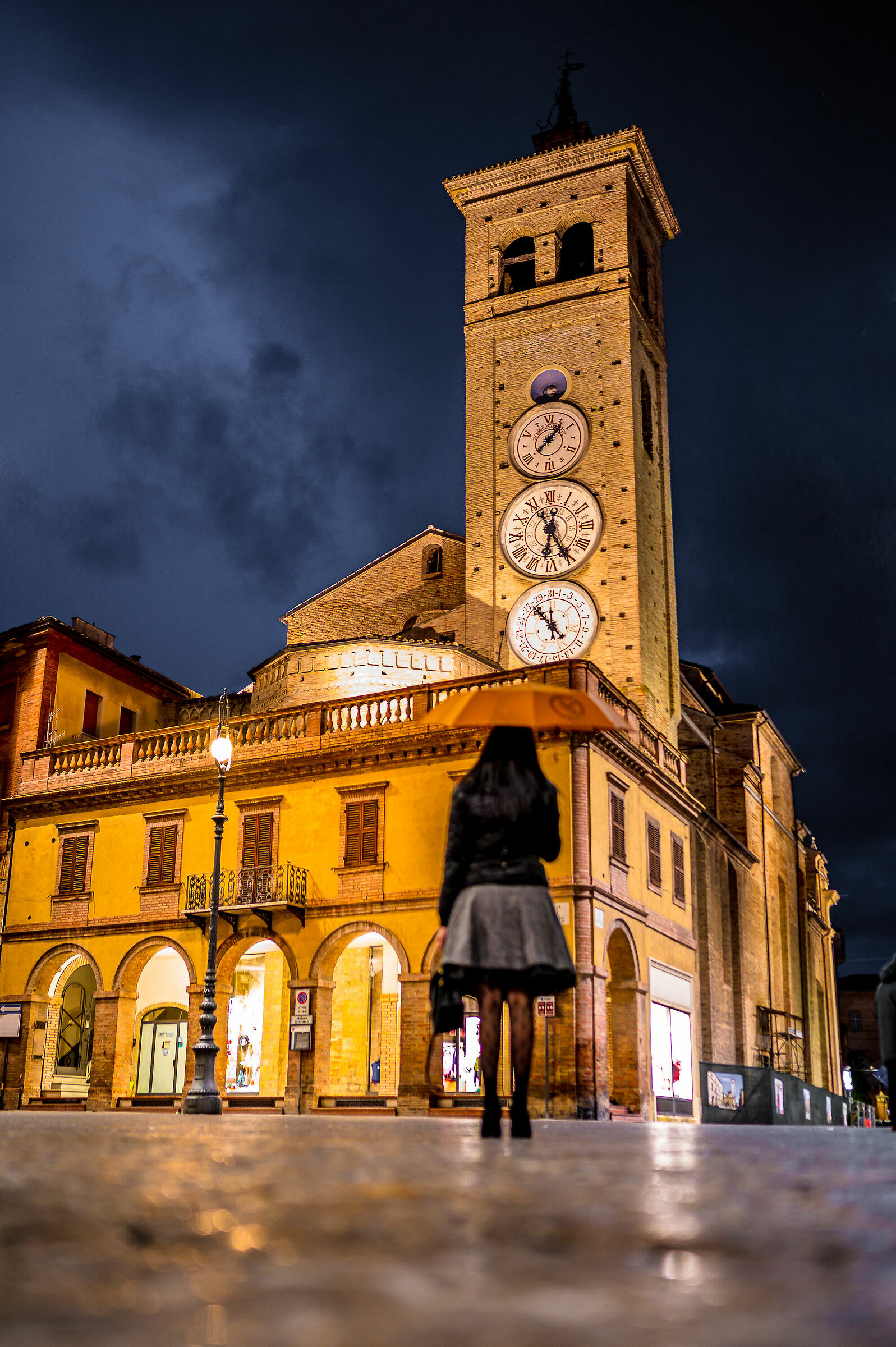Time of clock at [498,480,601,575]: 6:25
